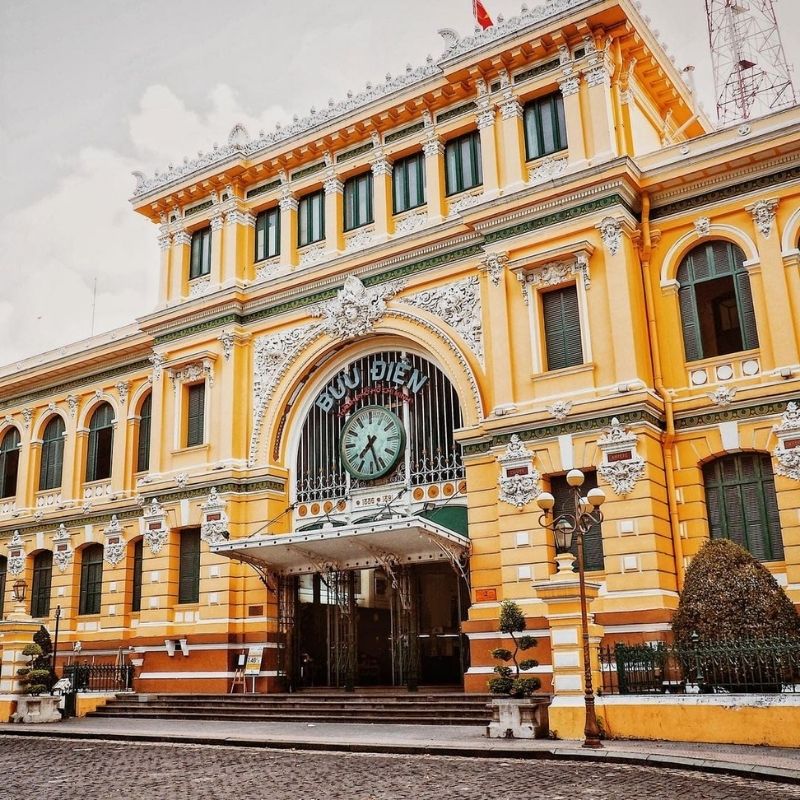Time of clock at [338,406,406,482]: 7:27
